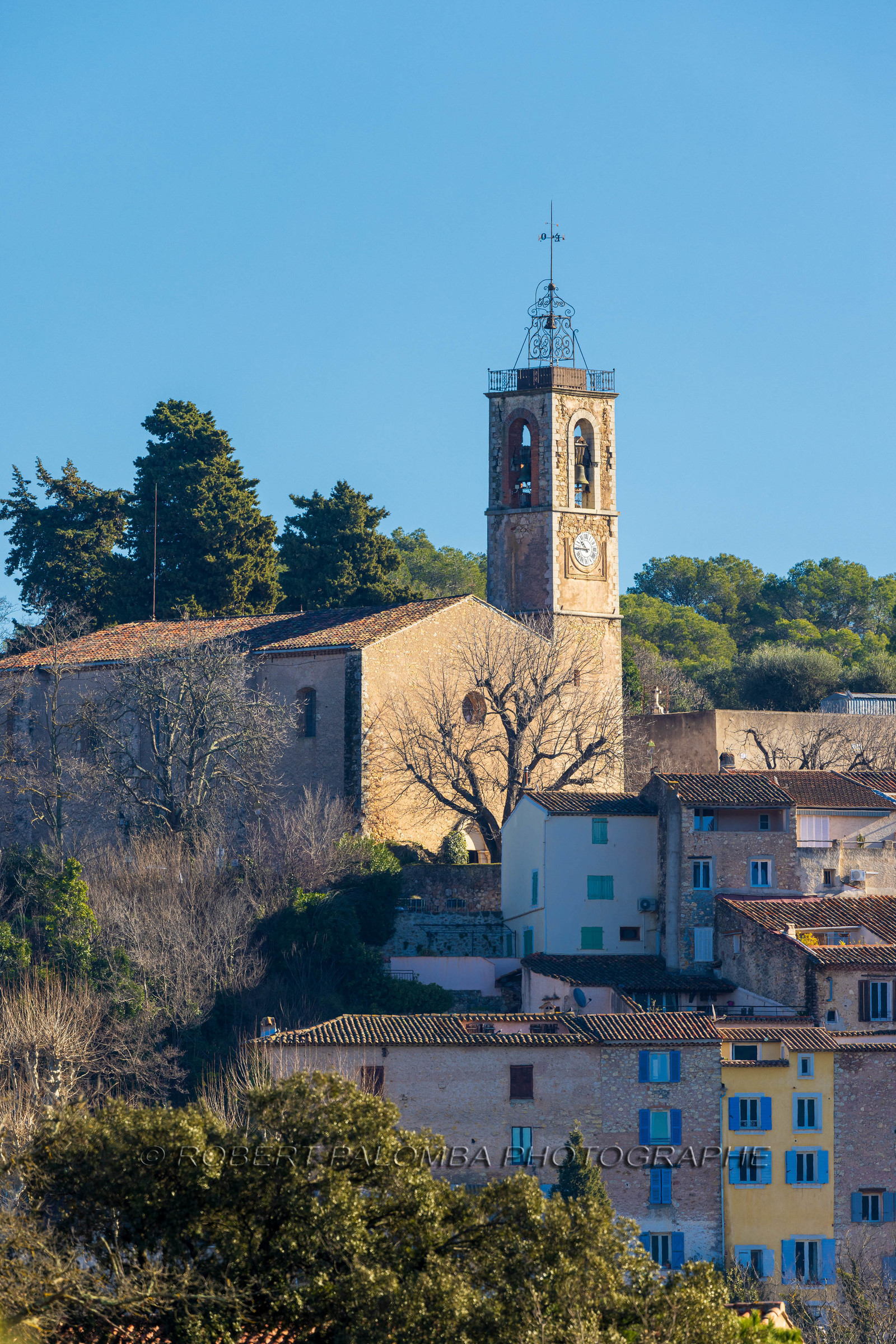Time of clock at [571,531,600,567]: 10:45
